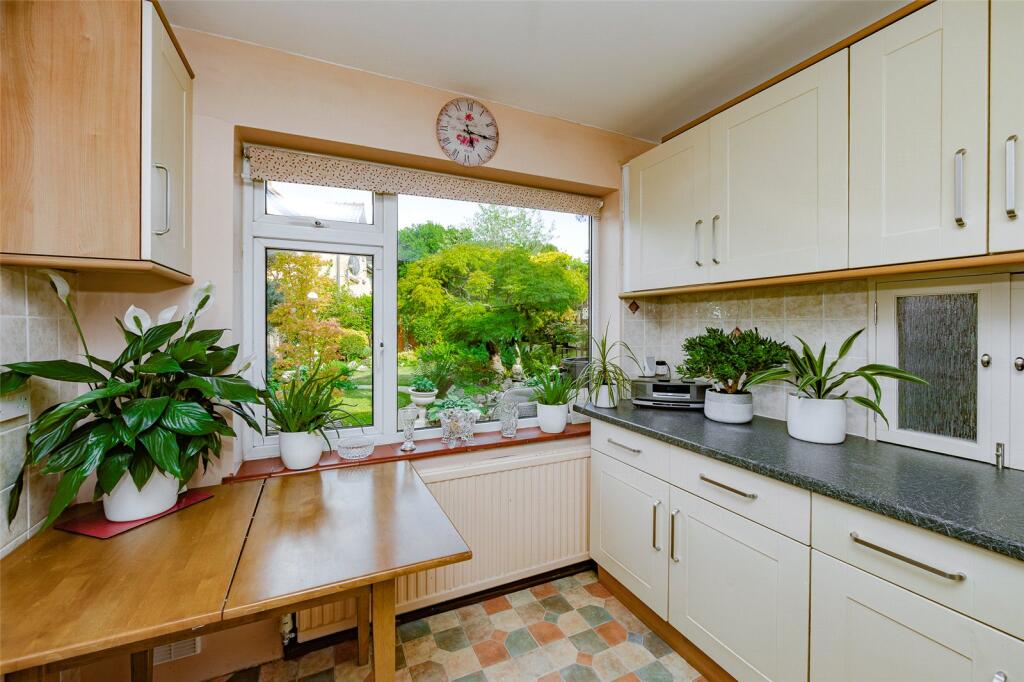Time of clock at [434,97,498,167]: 5:15
